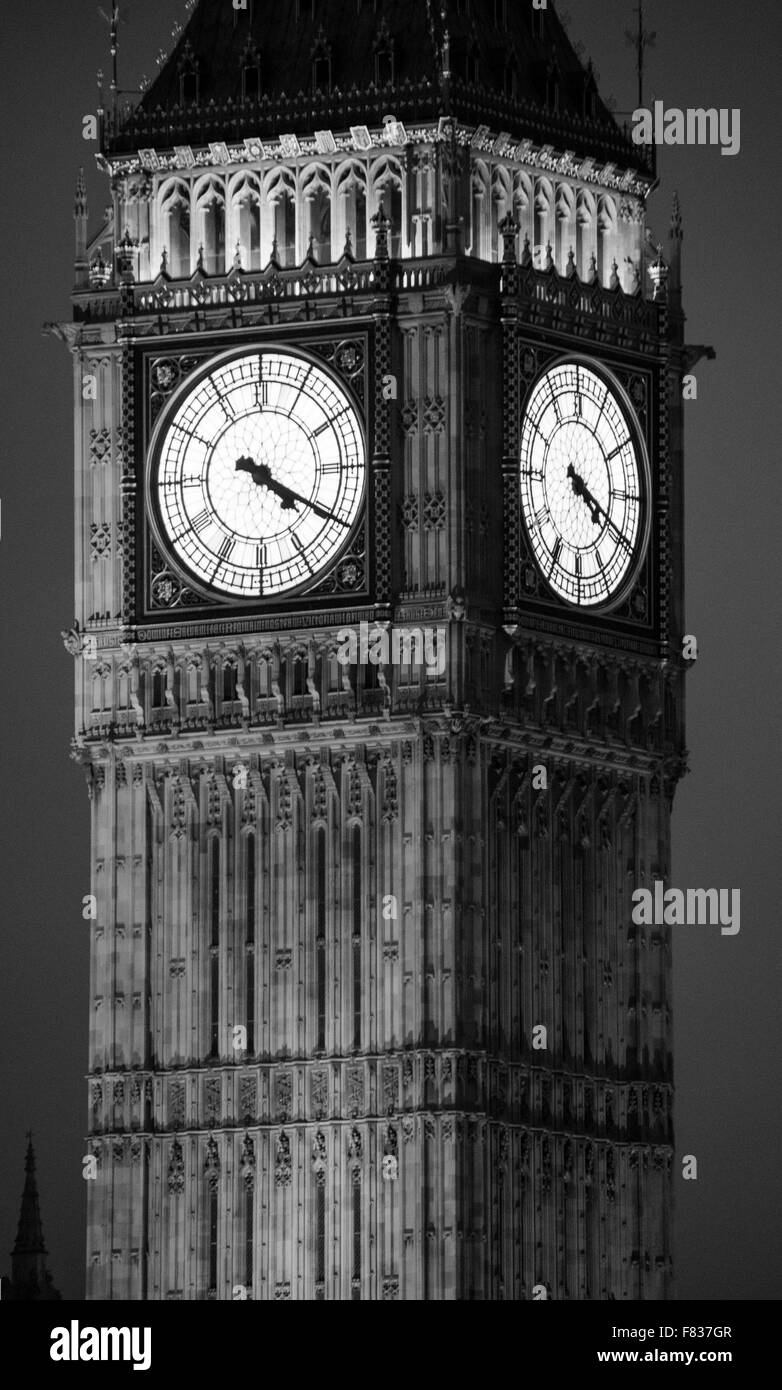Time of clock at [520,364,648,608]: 4:19
